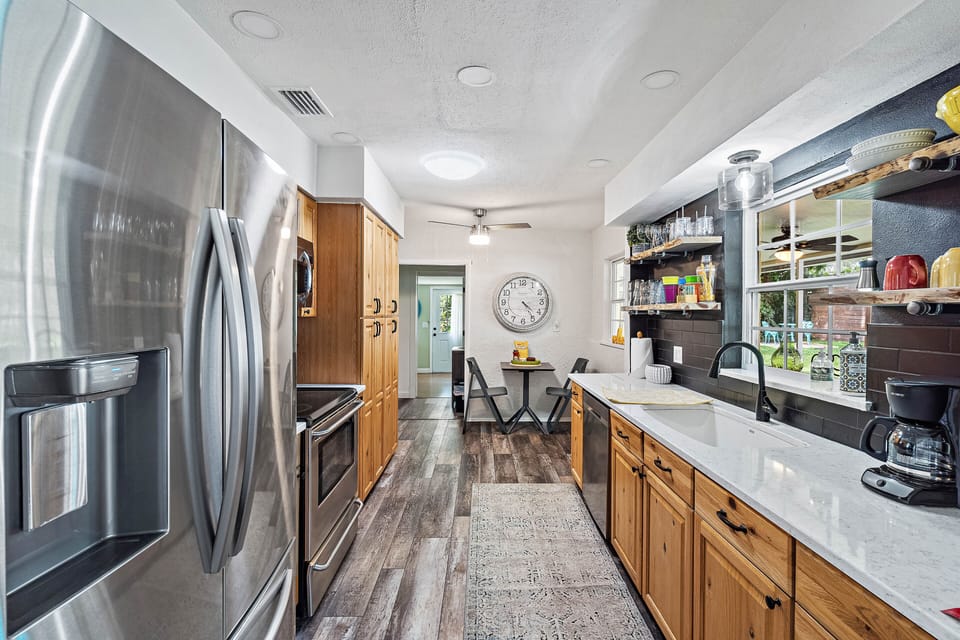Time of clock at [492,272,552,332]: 4:23
